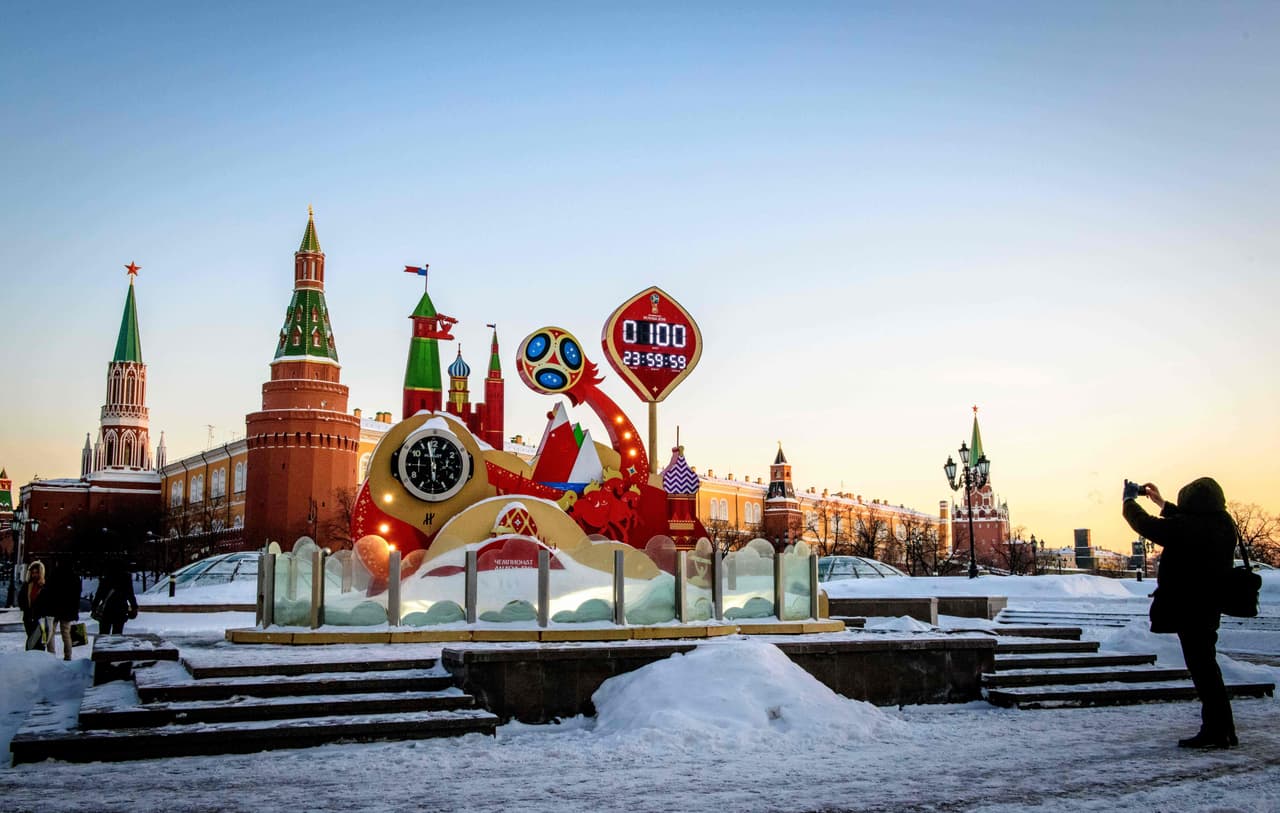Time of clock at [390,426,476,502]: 5:57
